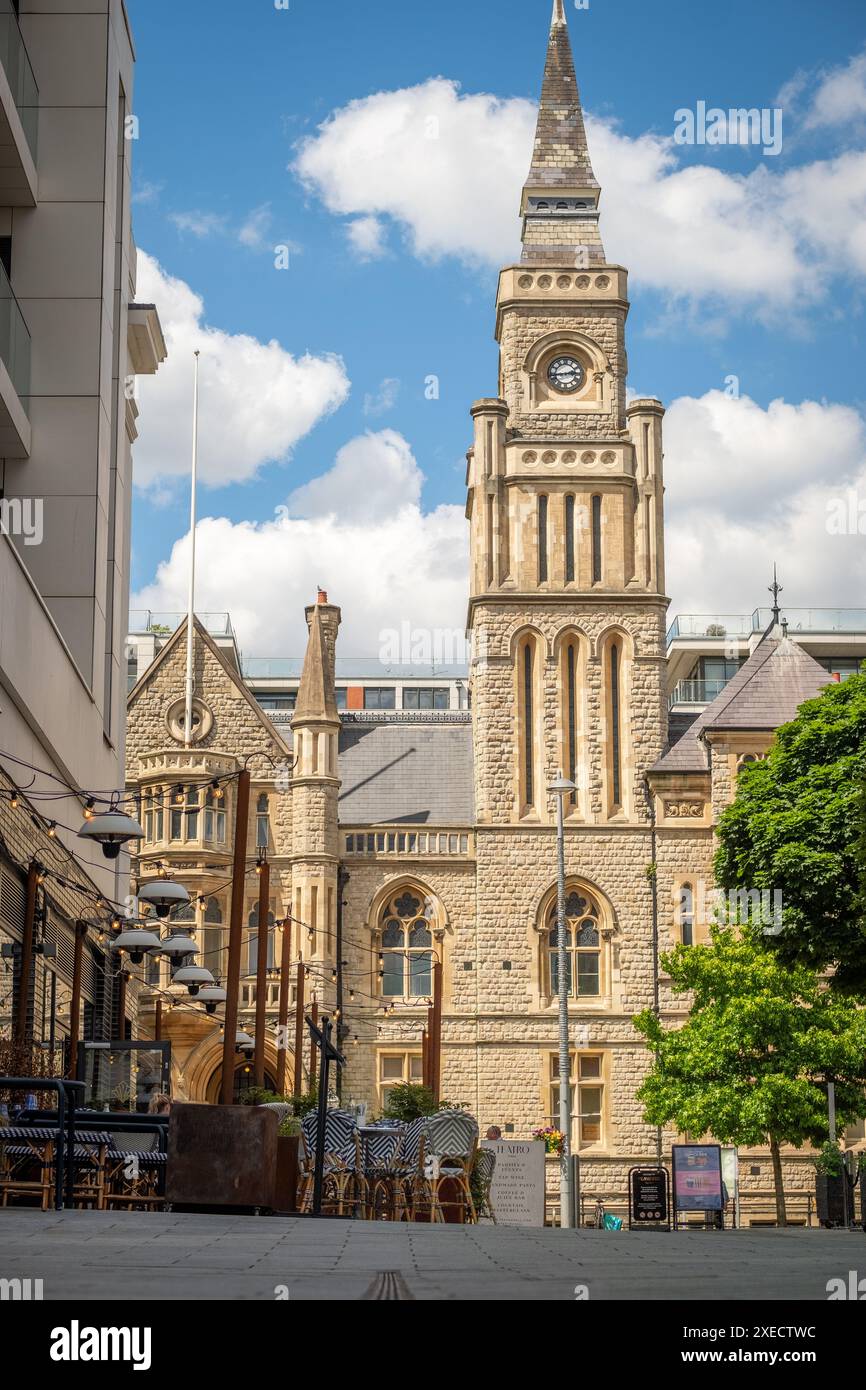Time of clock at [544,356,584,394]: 2:43
